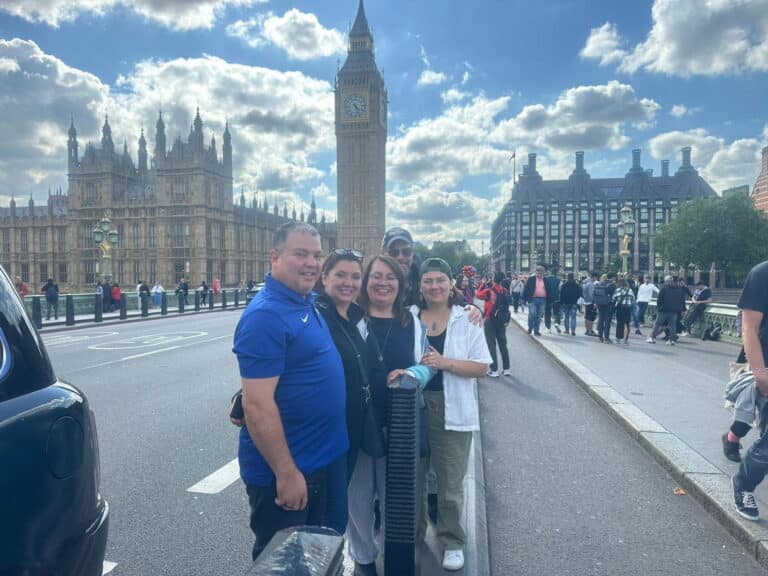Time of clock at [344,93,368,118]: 4:26
